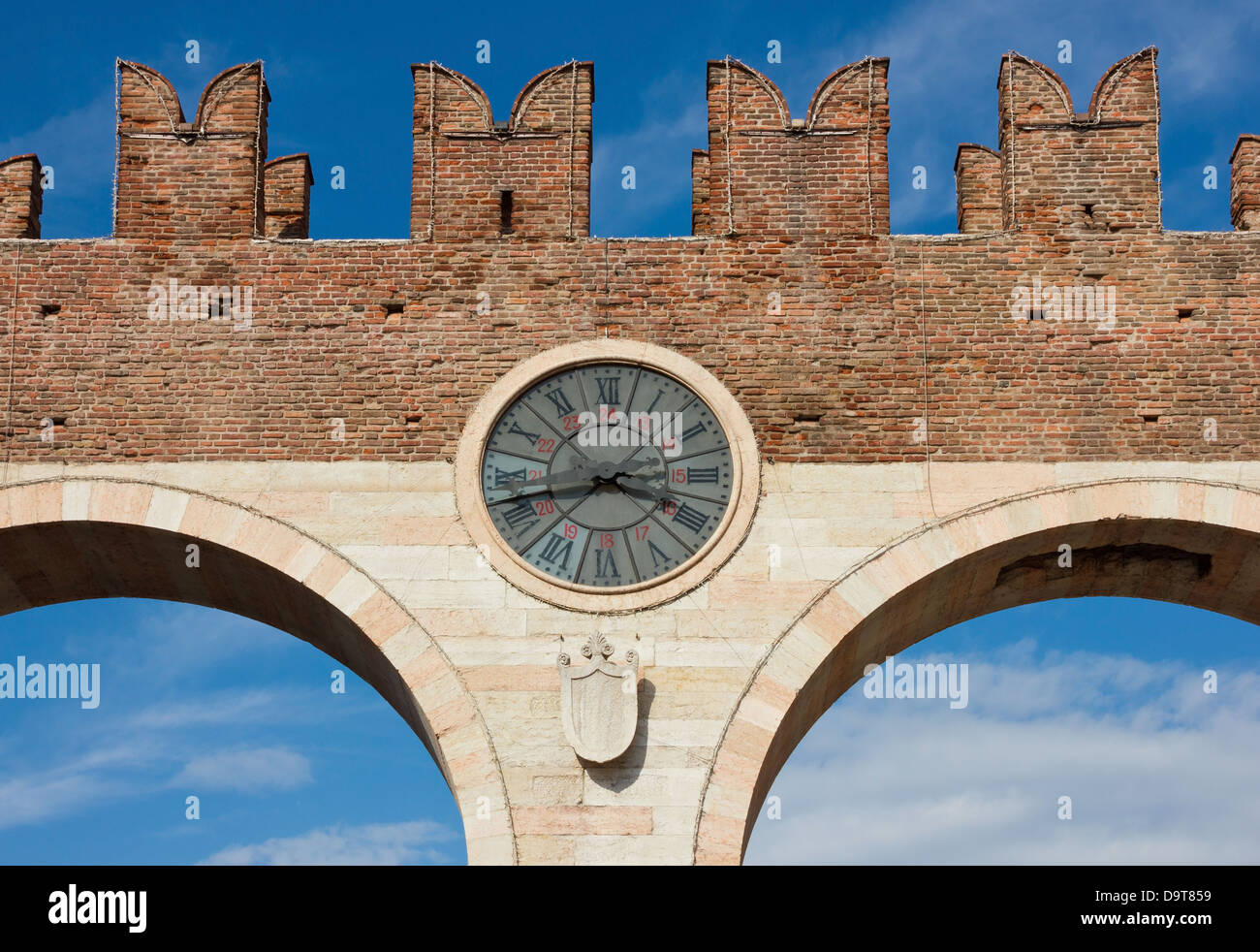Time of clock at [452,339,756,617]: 3:42
